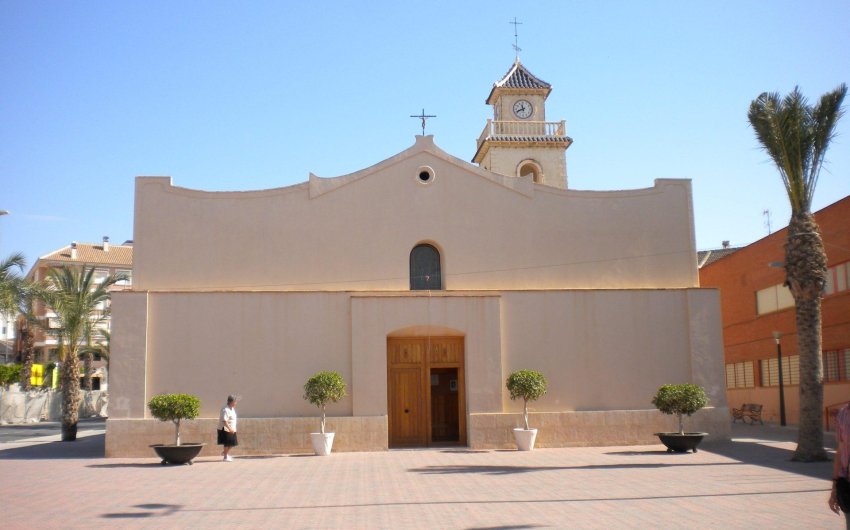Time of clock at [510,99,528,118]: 11:41
